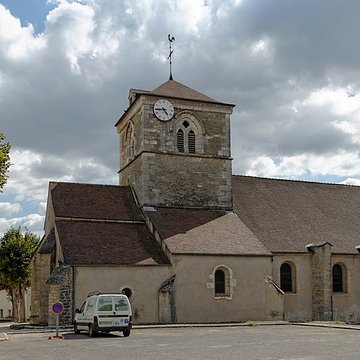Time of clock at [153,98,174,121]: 4:44
